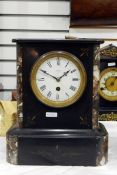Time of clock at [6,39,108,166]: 1:50
